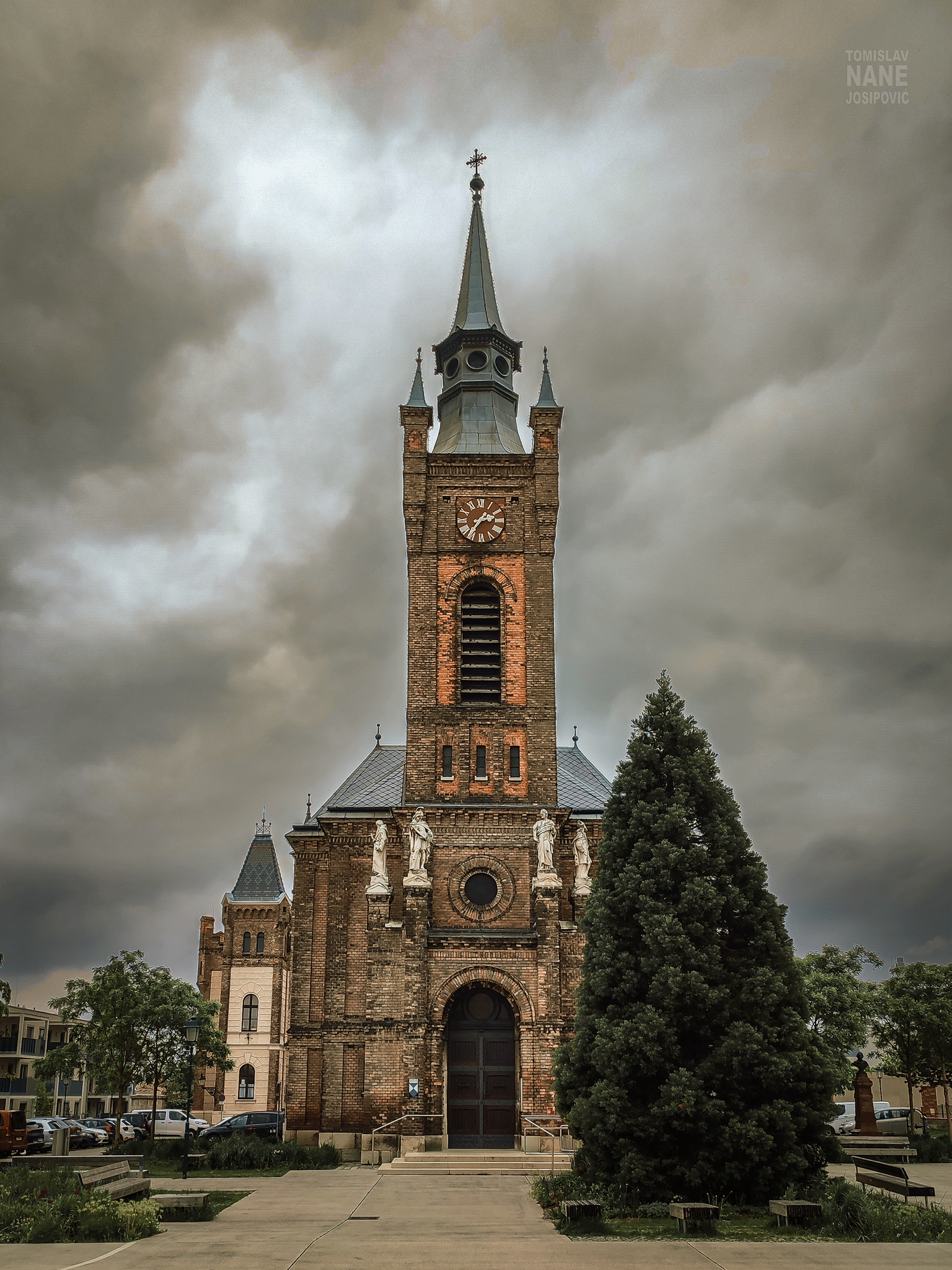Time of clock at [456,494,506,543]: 2:36
